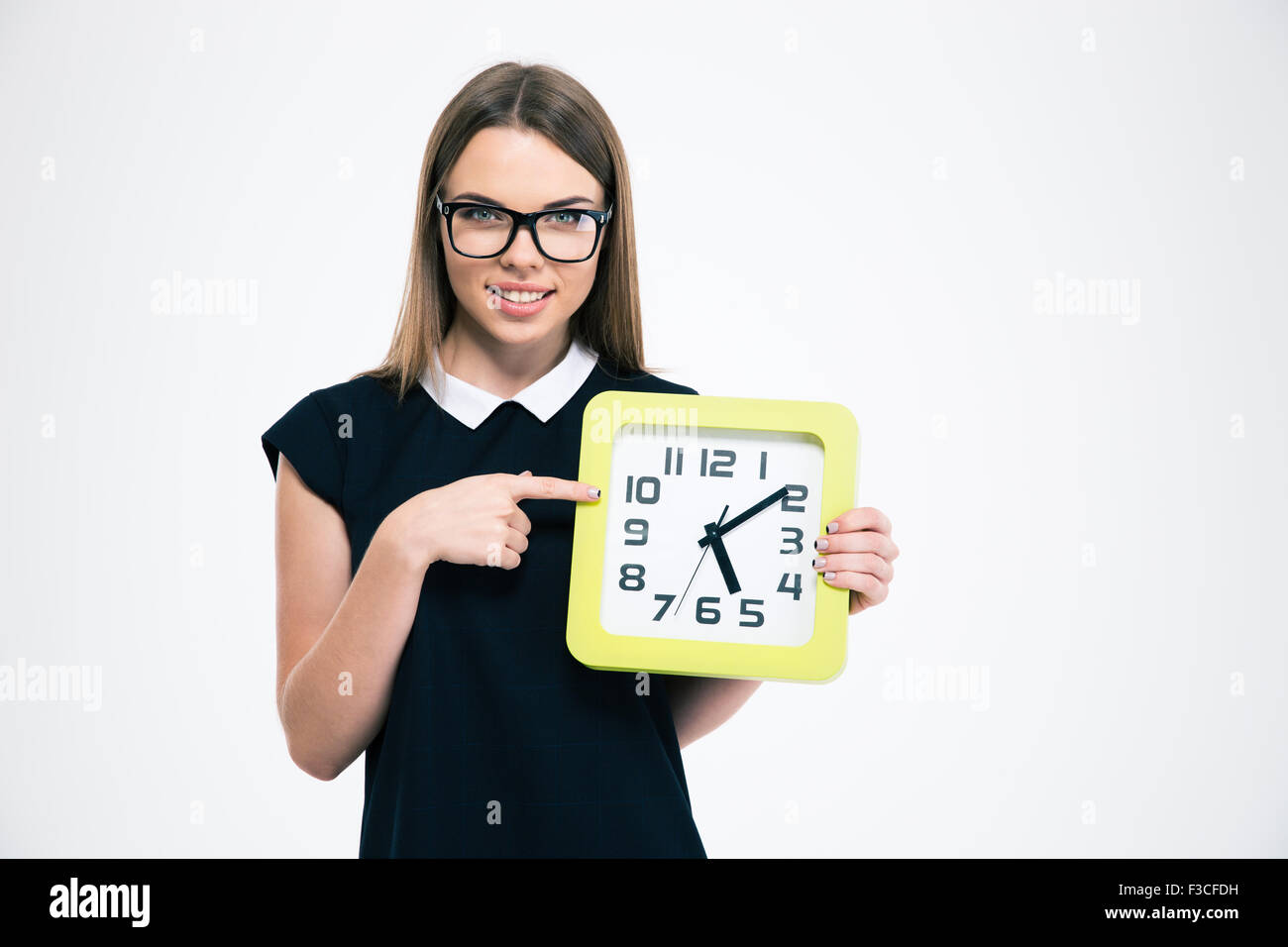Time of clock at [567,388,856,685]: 5:08
